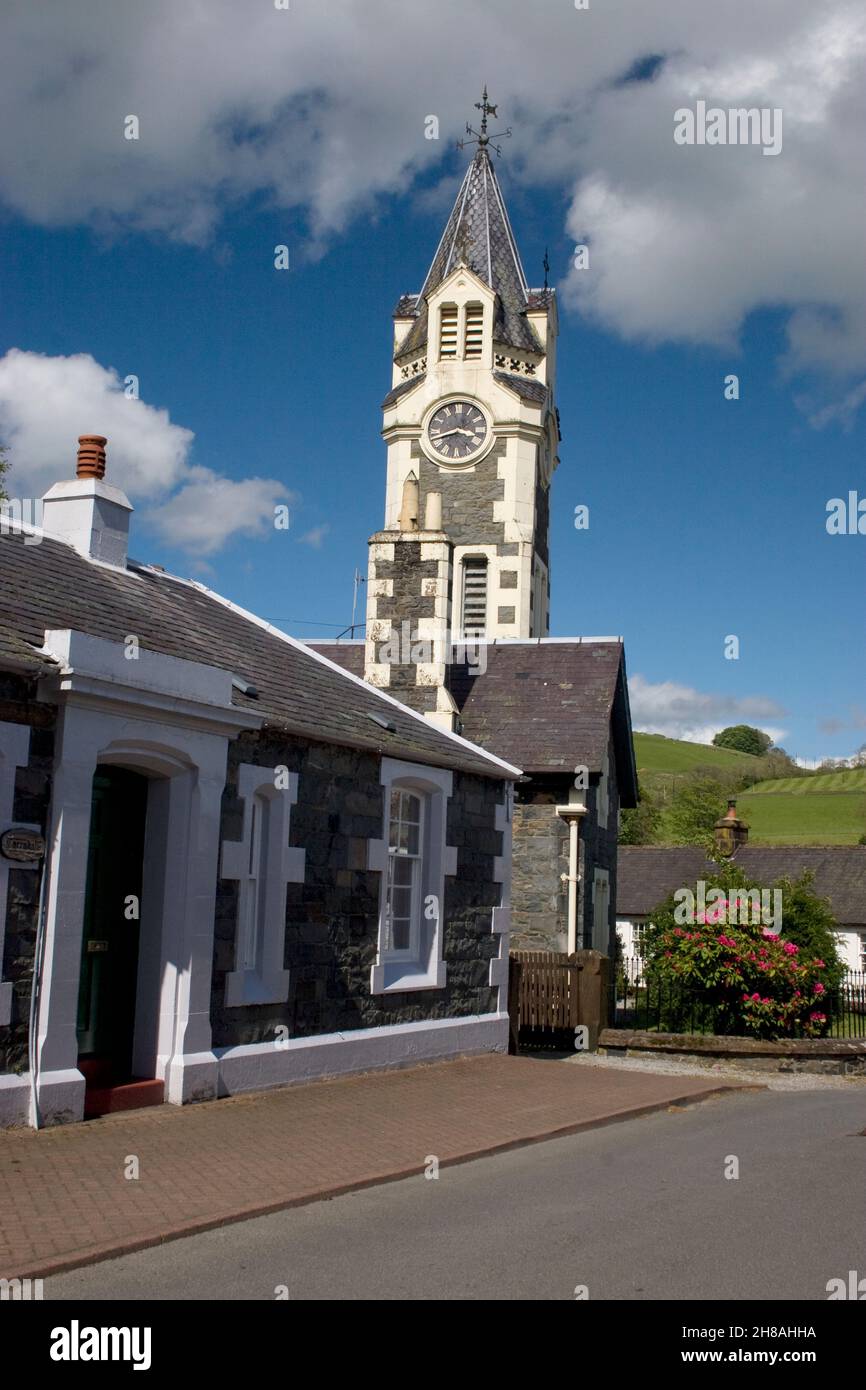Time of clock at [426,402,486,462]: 3:42
